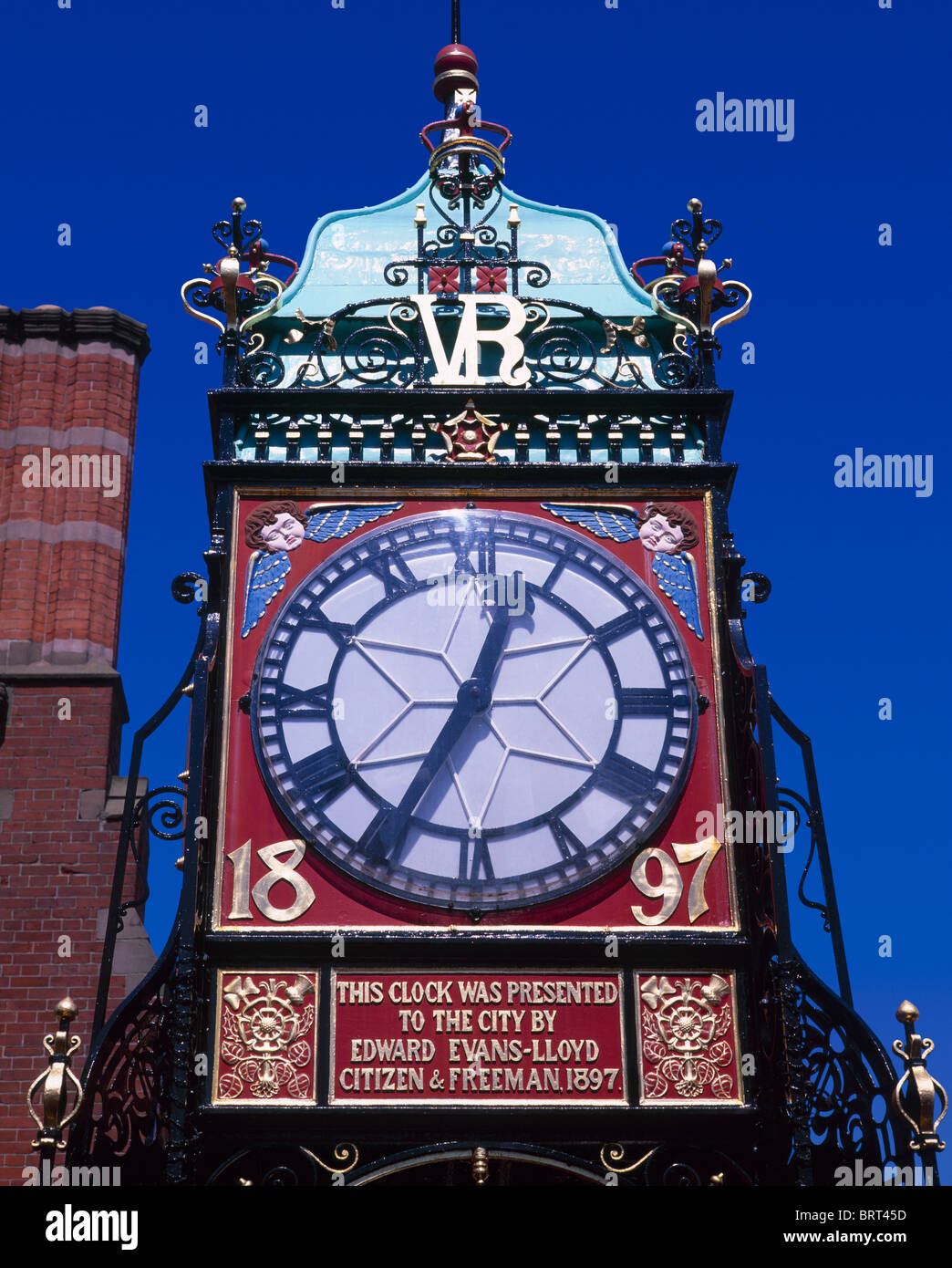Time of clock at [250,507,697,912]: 12:34
